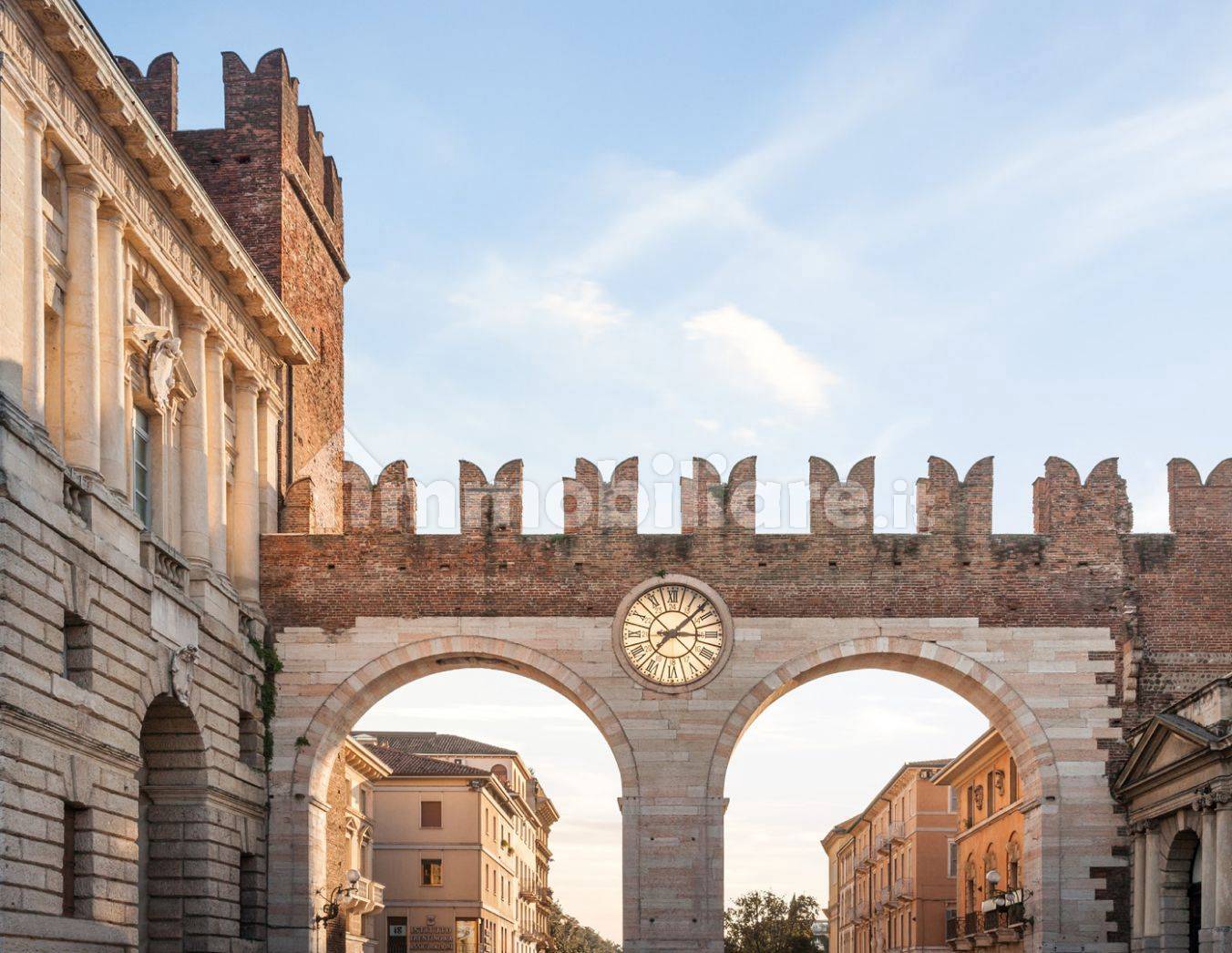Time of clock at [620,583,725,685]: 3:07
